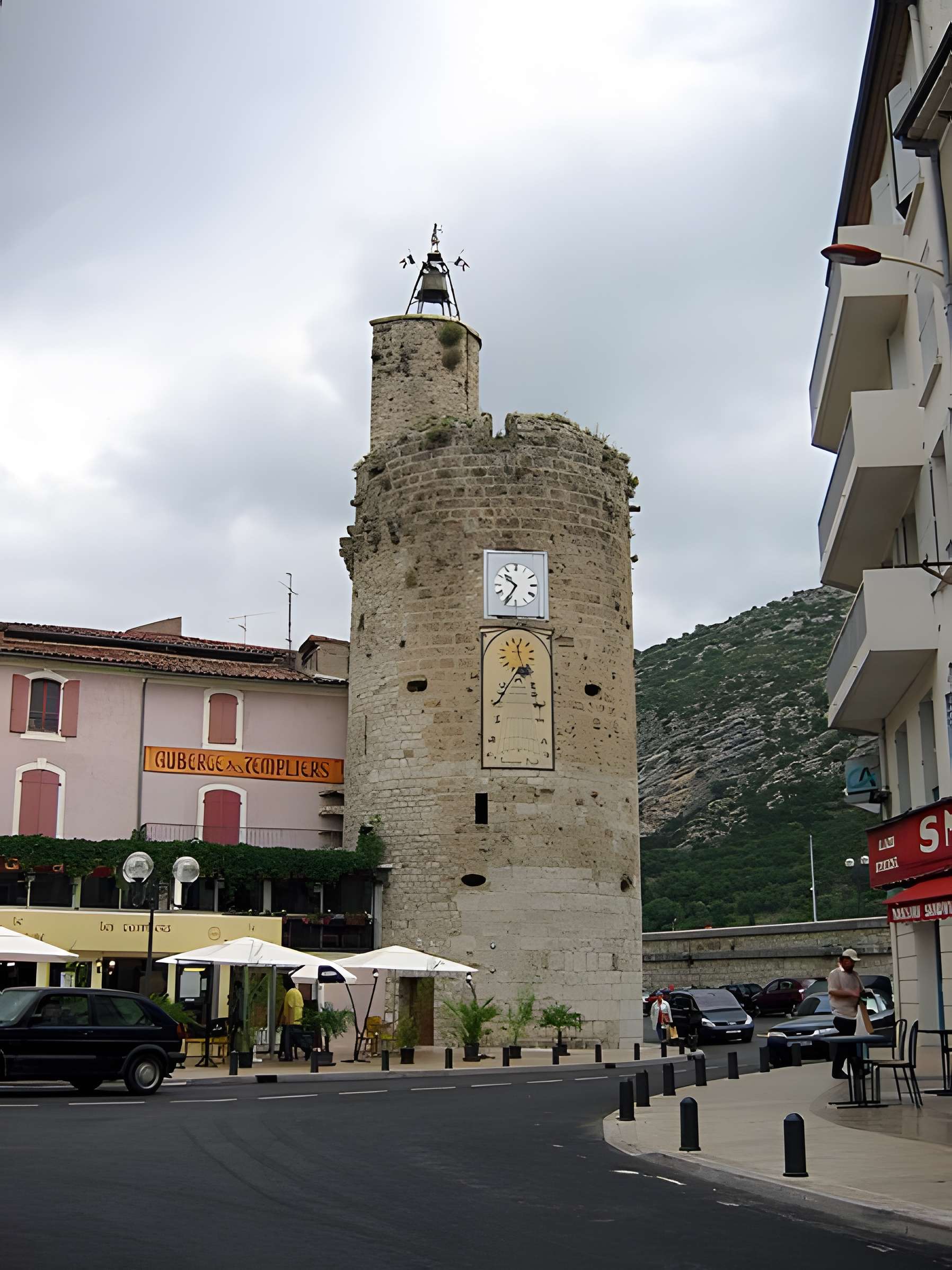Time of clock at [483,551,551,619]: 10:35
